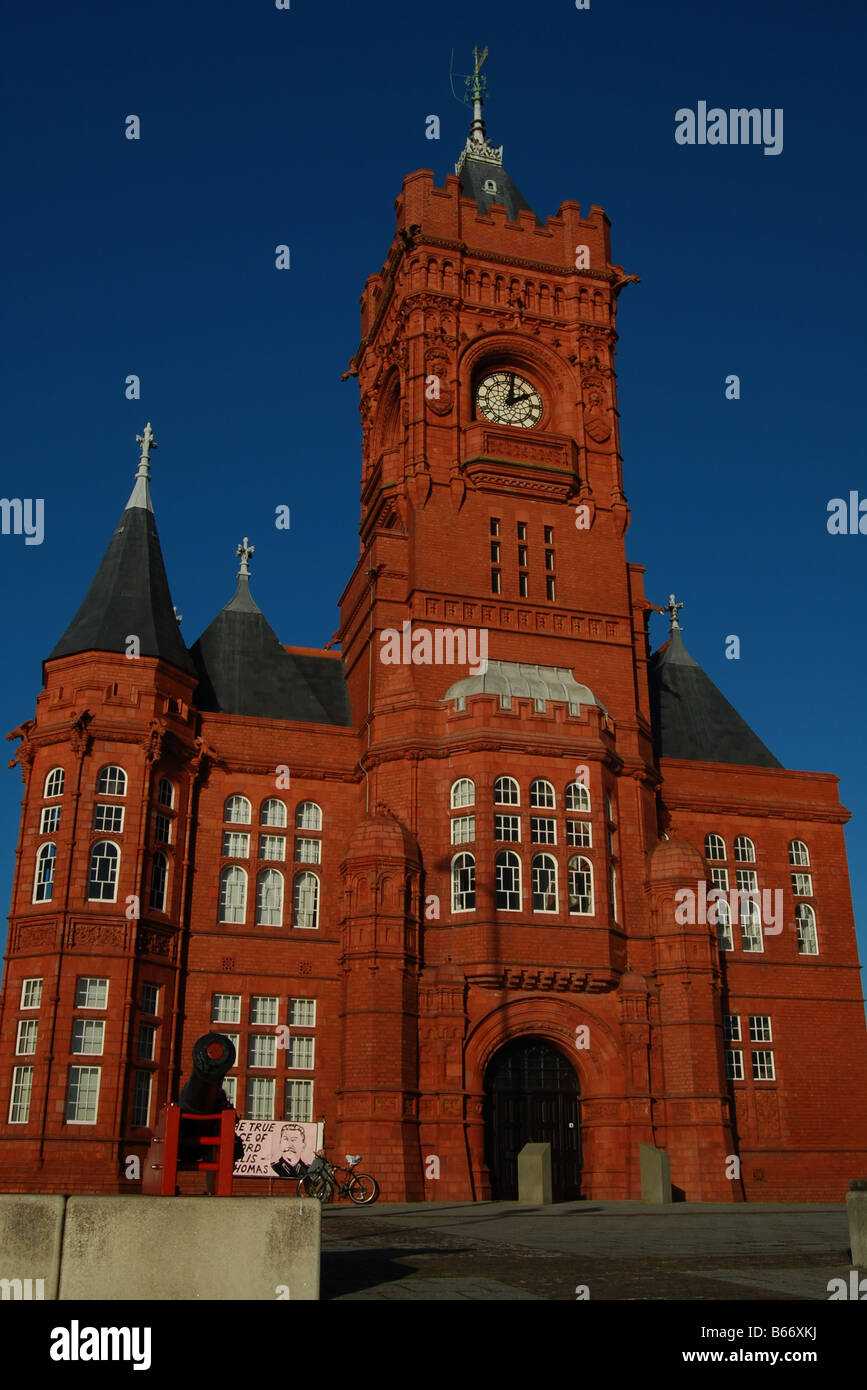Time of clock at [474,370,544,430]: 2:01
